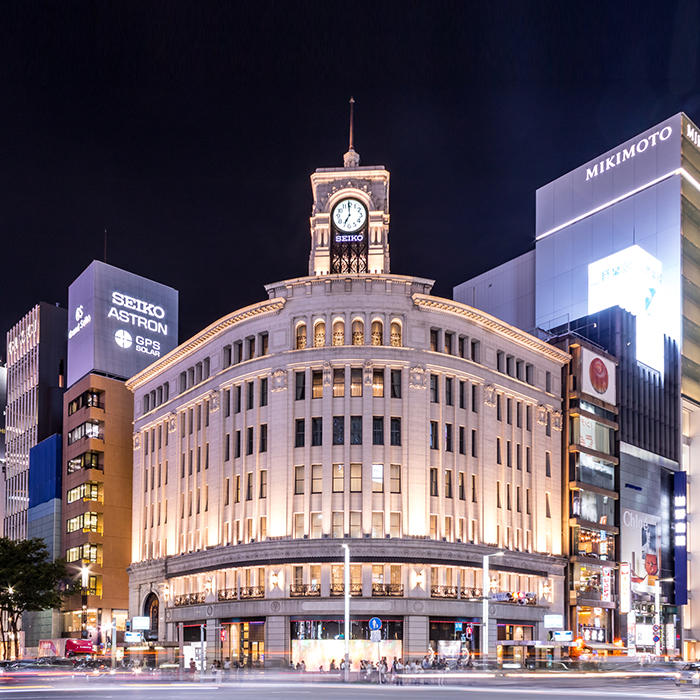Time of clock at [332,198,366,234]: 6:59
